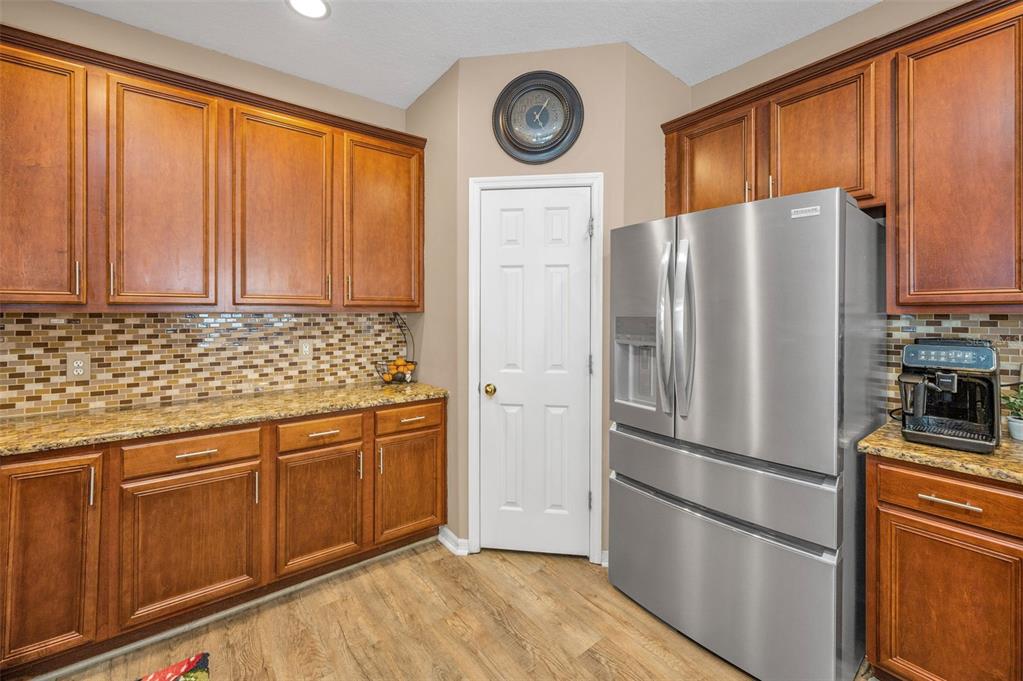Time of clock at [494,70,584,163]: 5:05
